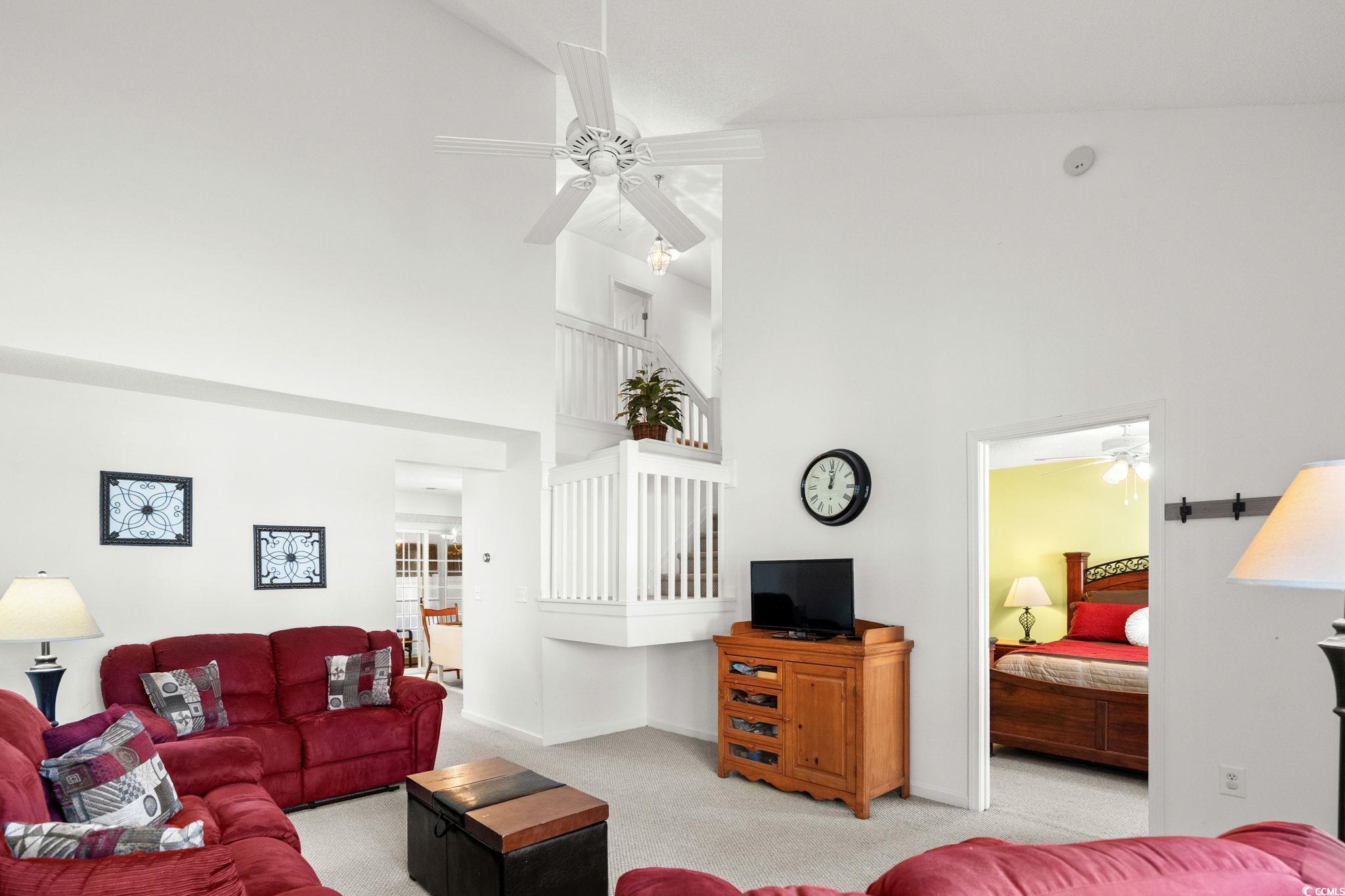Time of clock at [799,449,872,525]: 12:02
